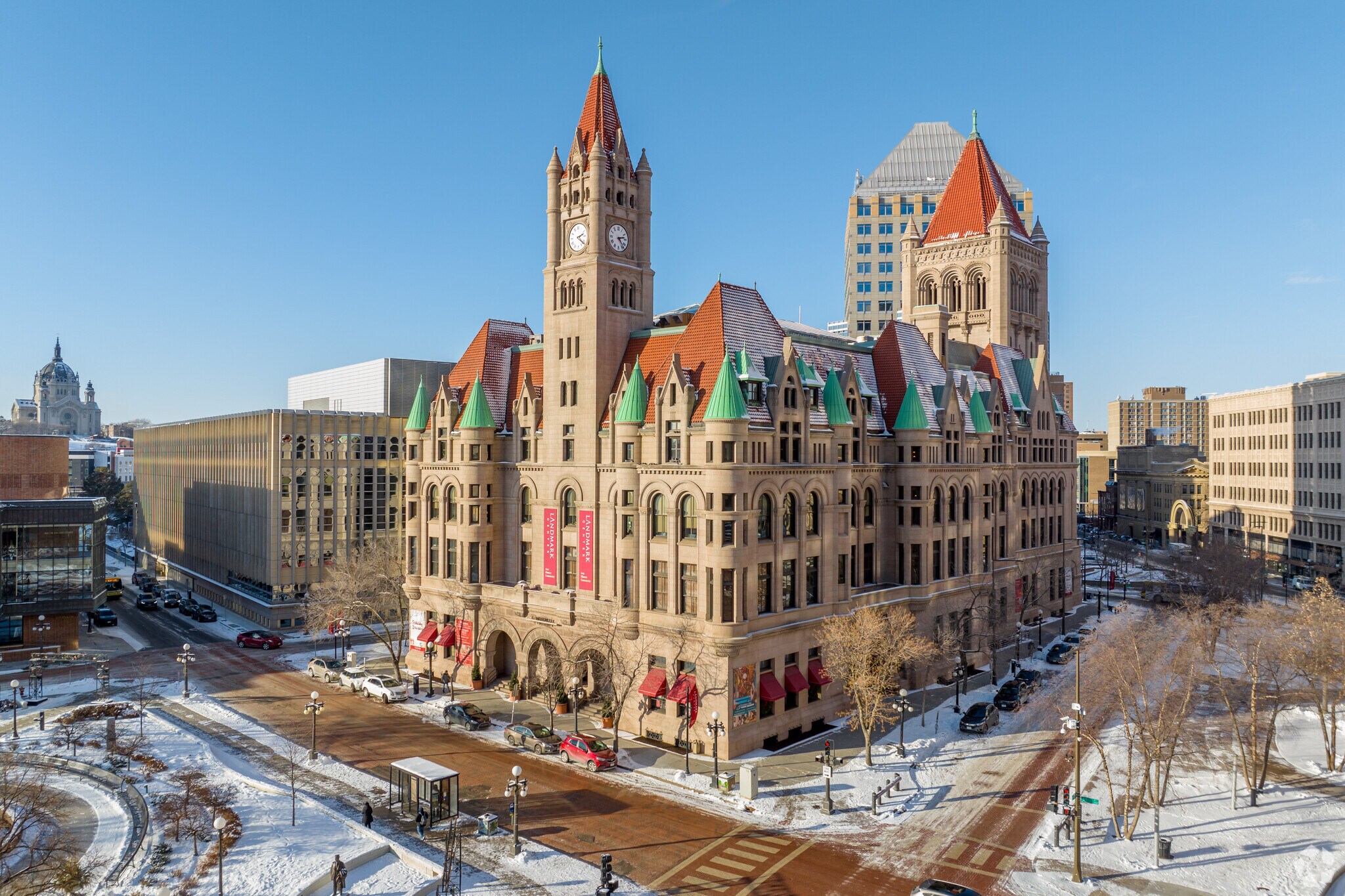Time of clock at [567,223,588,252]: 2:21
